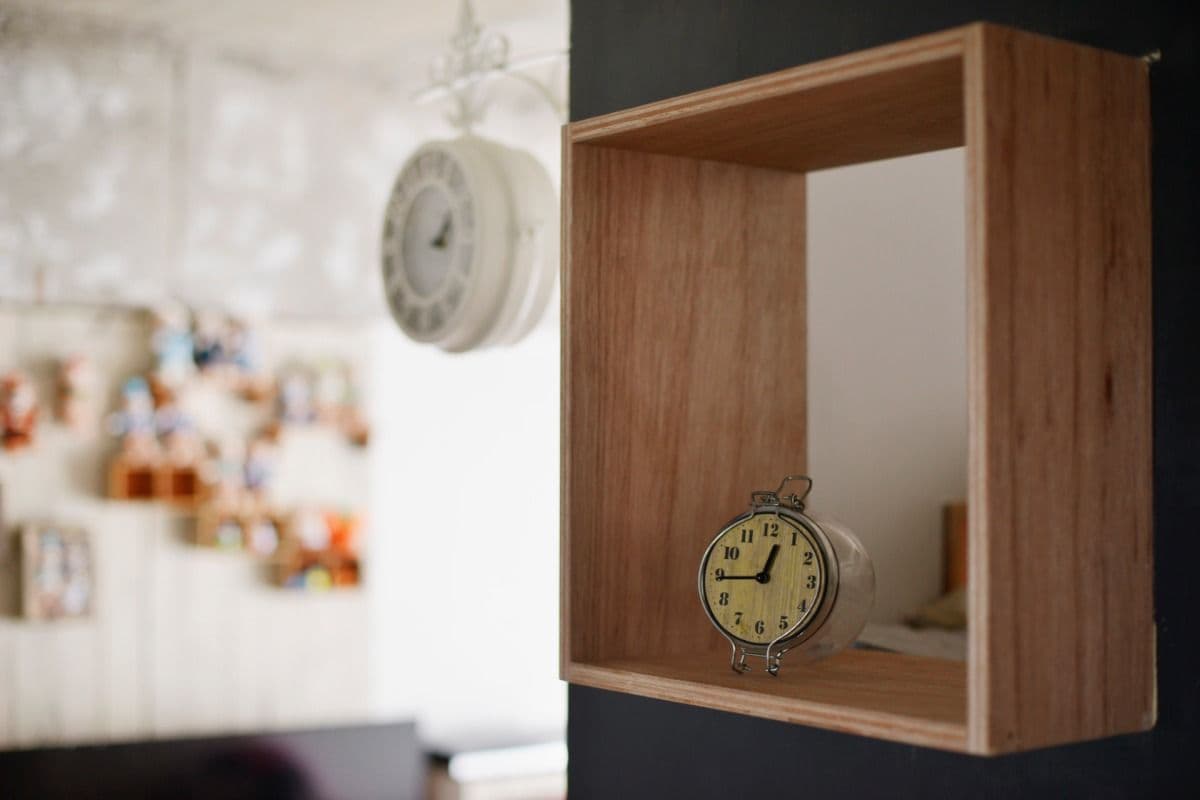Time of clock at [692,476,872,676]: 12:44
